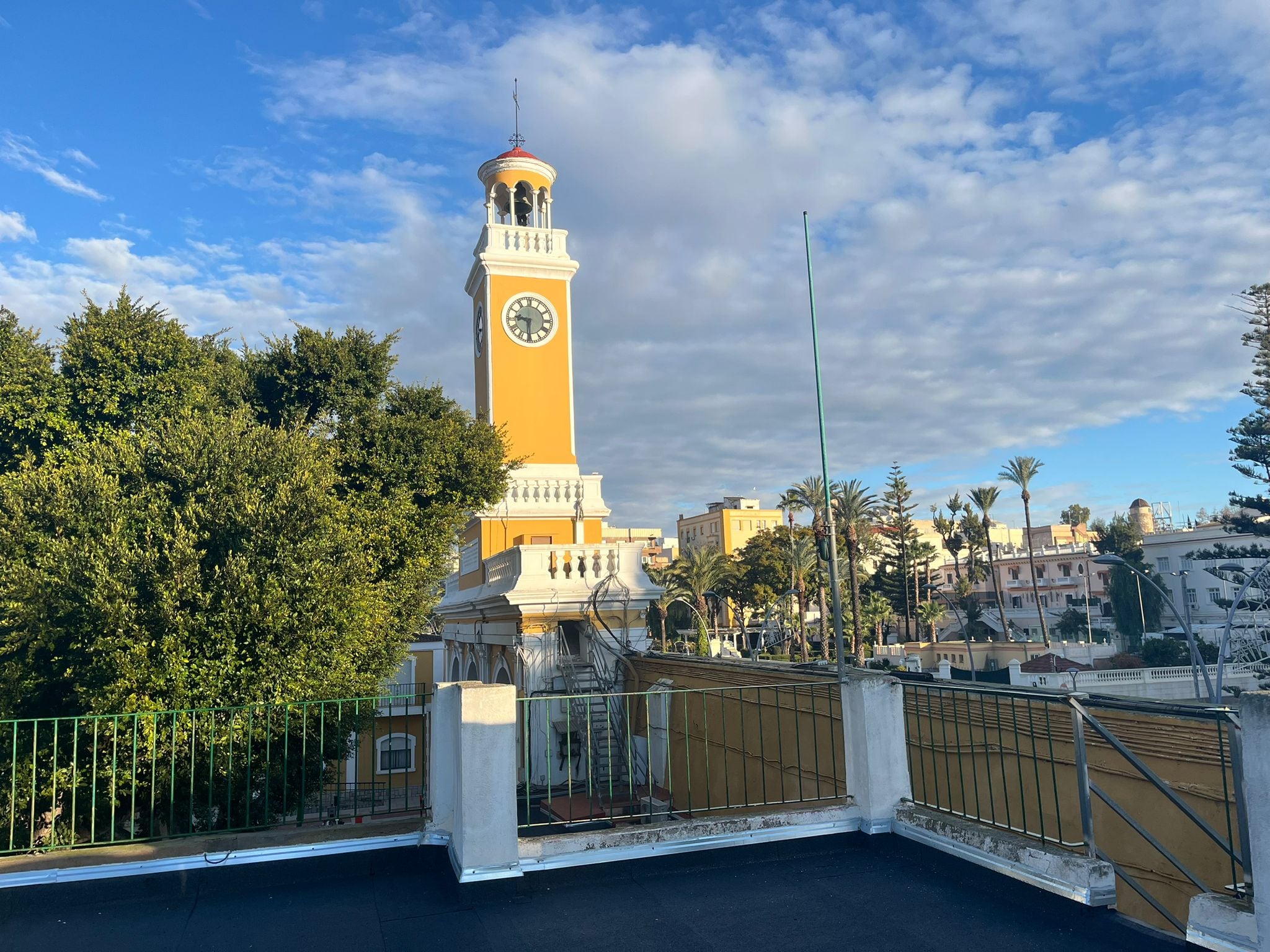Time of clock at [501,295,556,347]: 9:30
